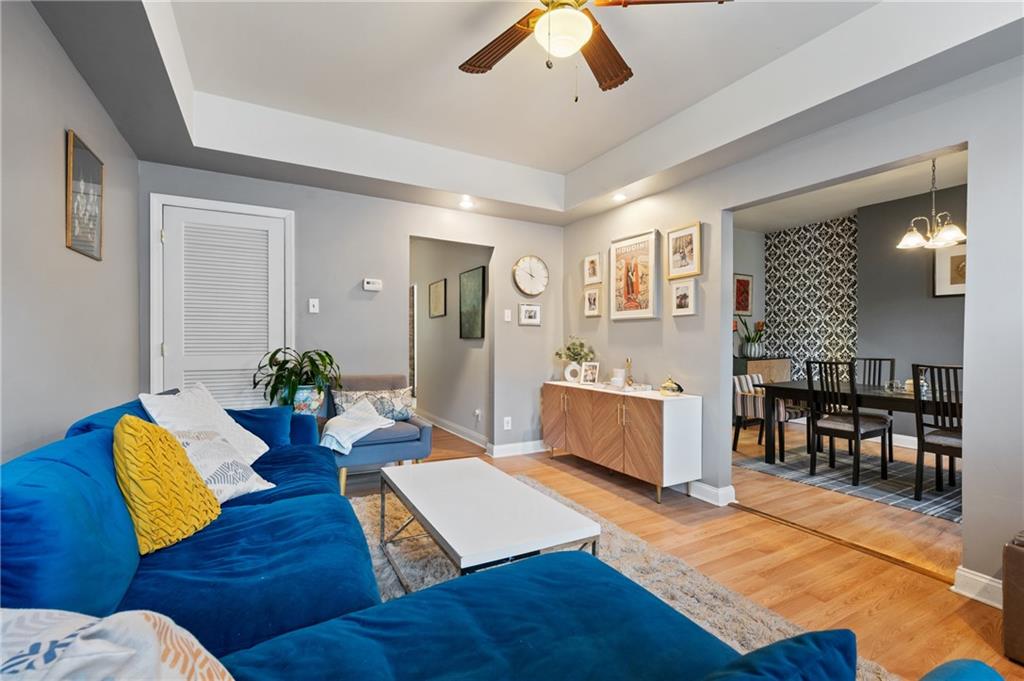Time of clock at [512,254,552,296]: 11:49
